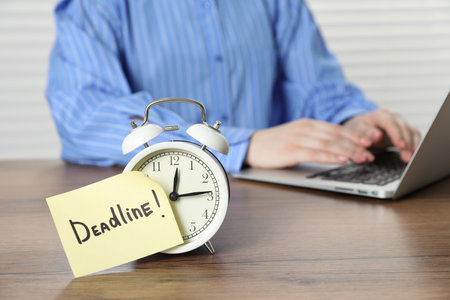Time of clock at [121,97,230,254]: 12:13
